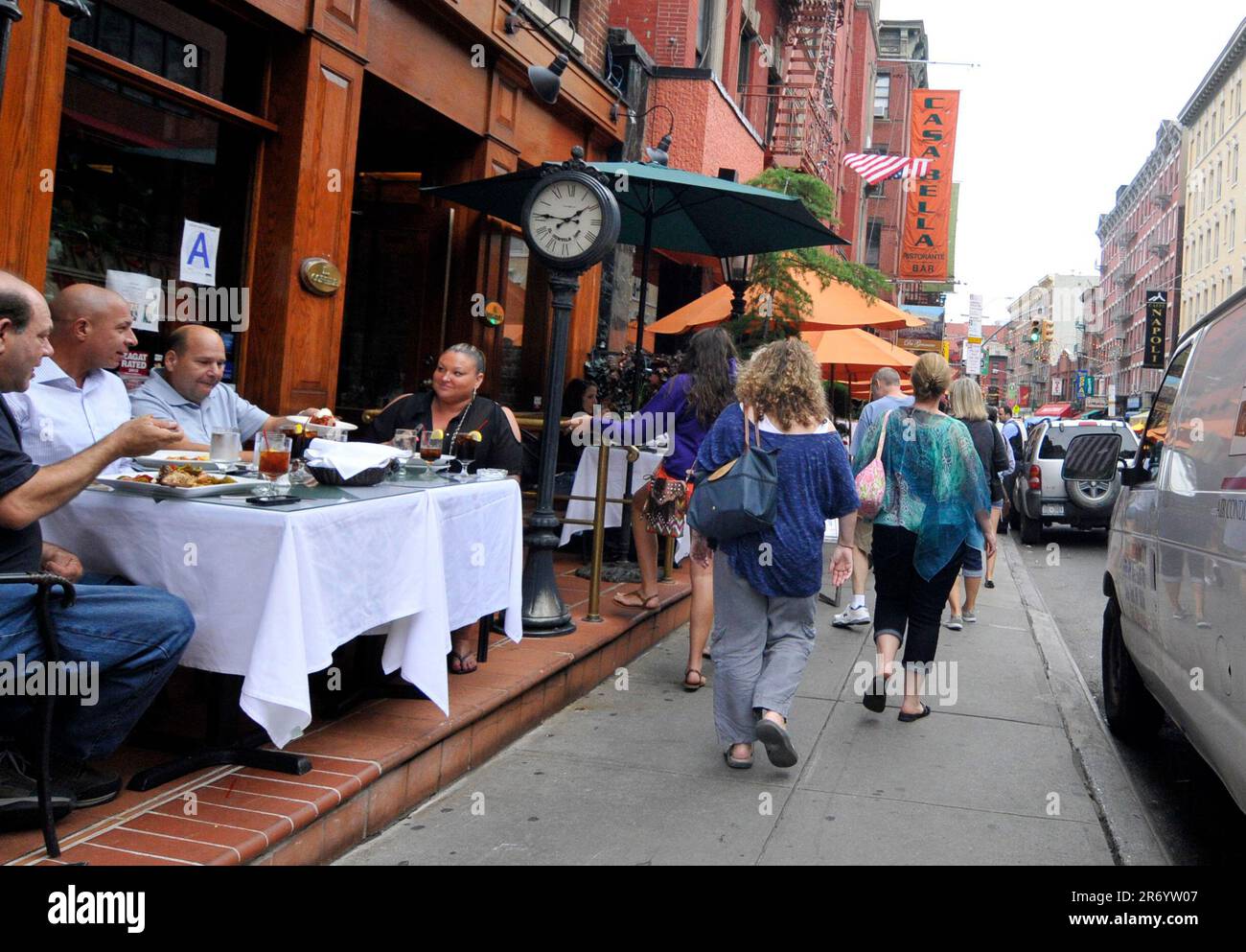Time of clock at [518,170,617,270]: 1:46
